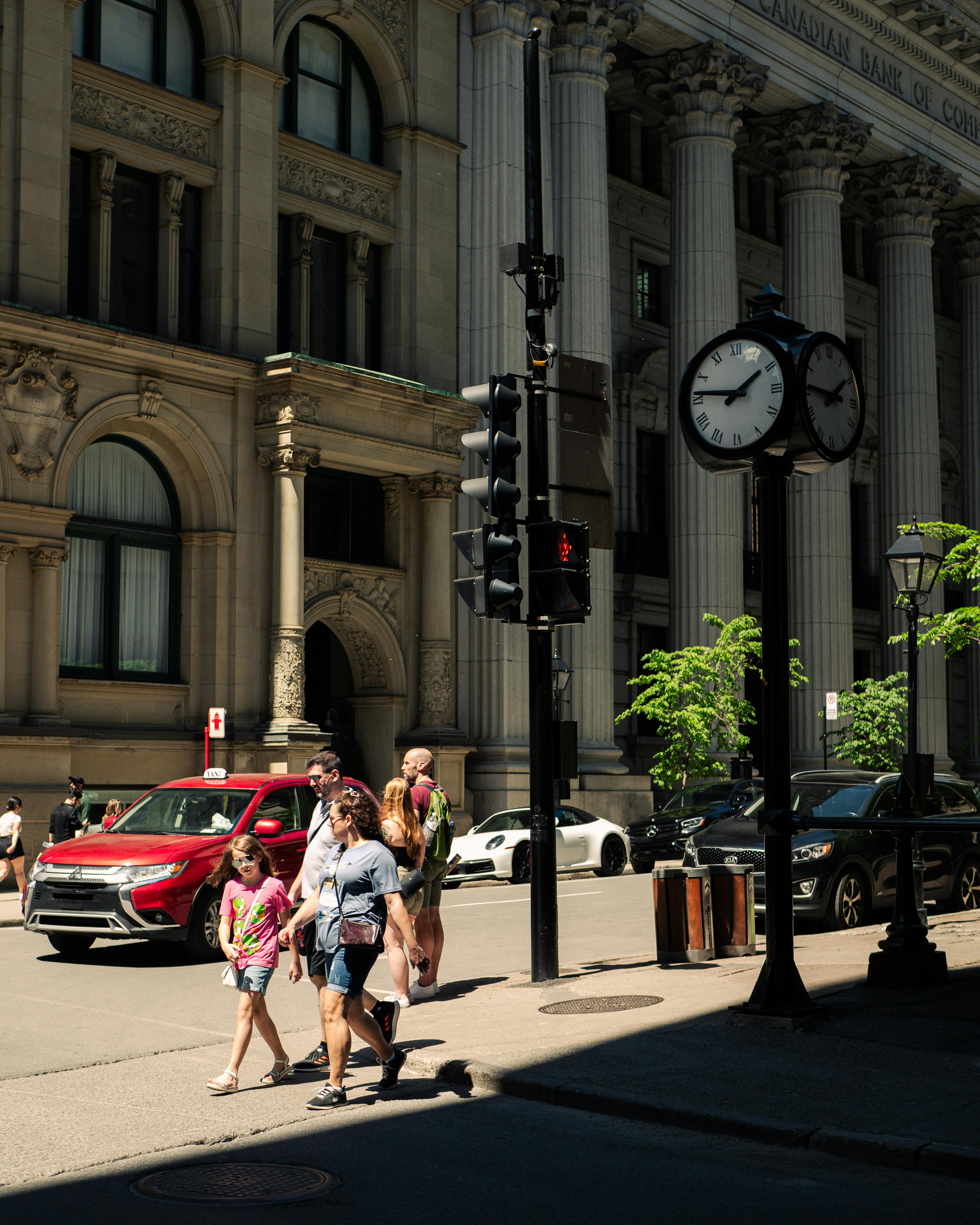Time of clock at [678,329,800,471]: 1:46
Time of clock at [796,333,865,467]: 1:46
